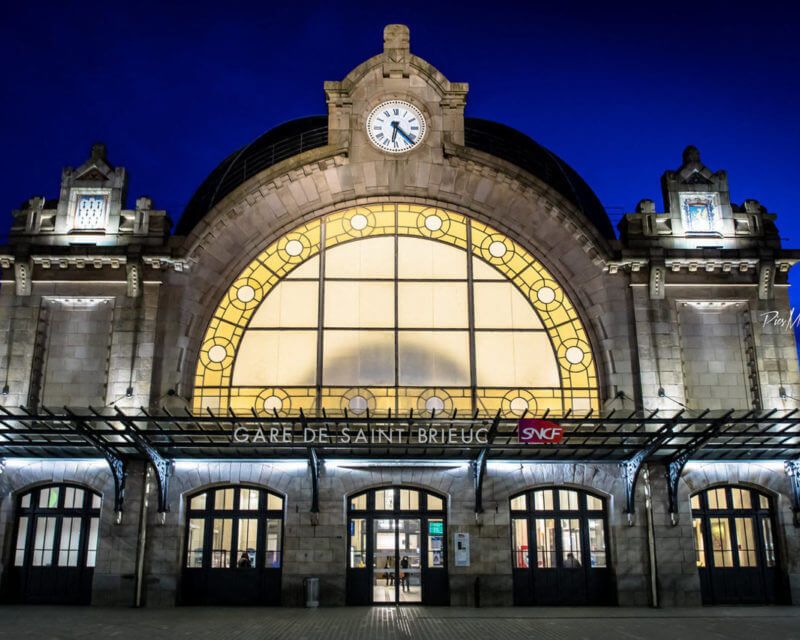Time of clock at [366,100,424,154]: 6:22
